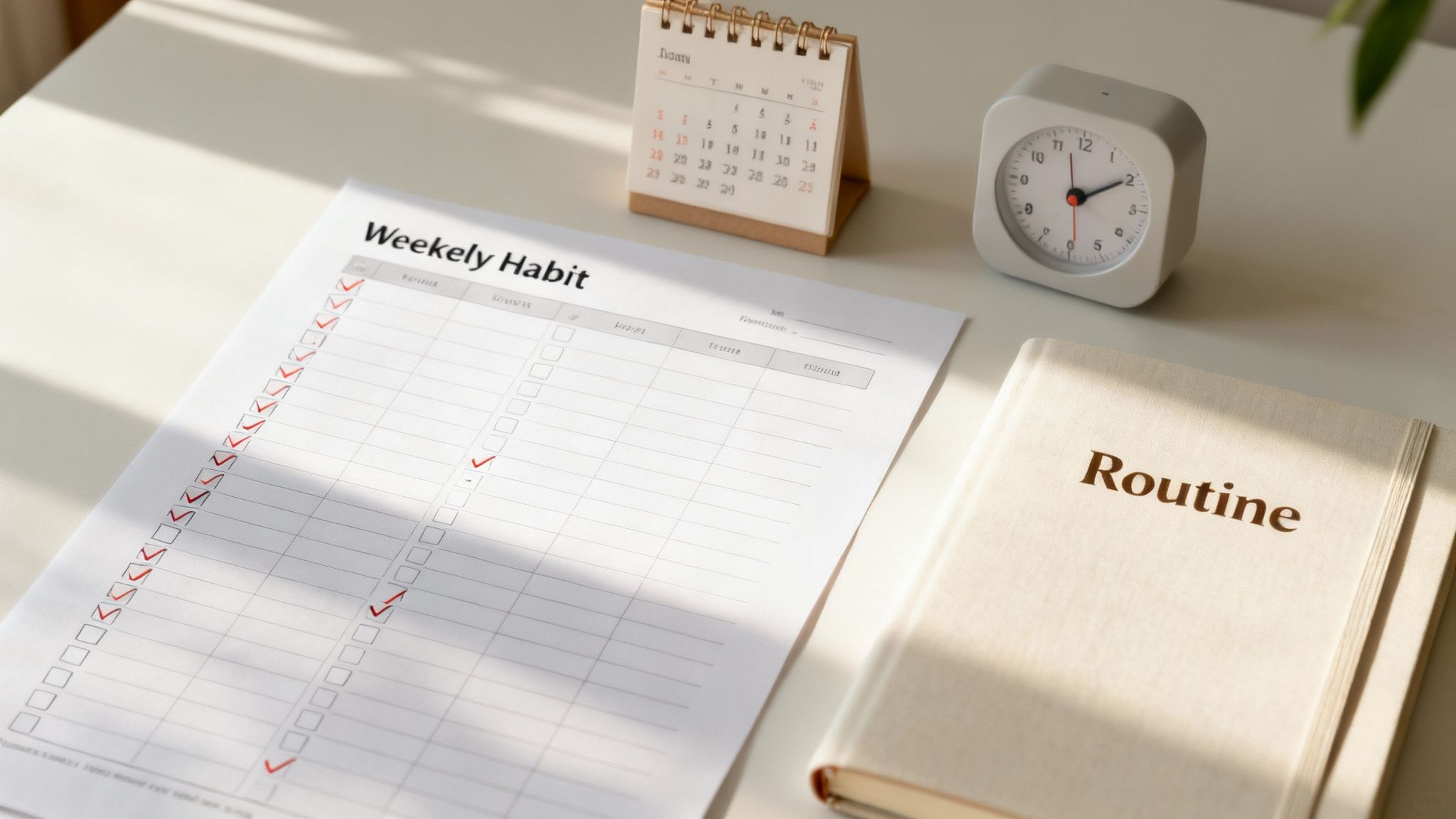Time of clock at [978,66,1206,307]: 2:09
